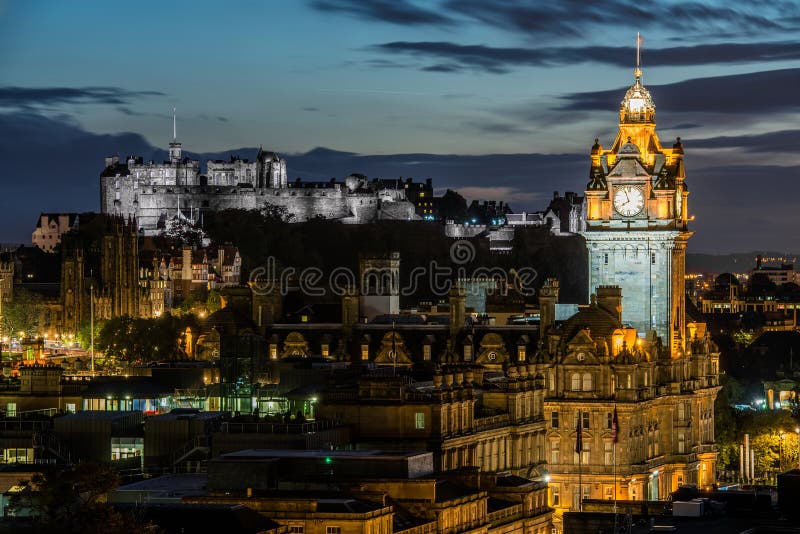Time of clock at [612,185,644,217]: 7:55
